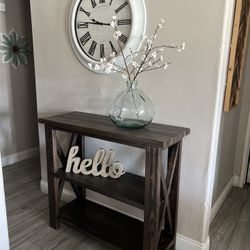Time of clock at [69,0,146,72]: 9:45
